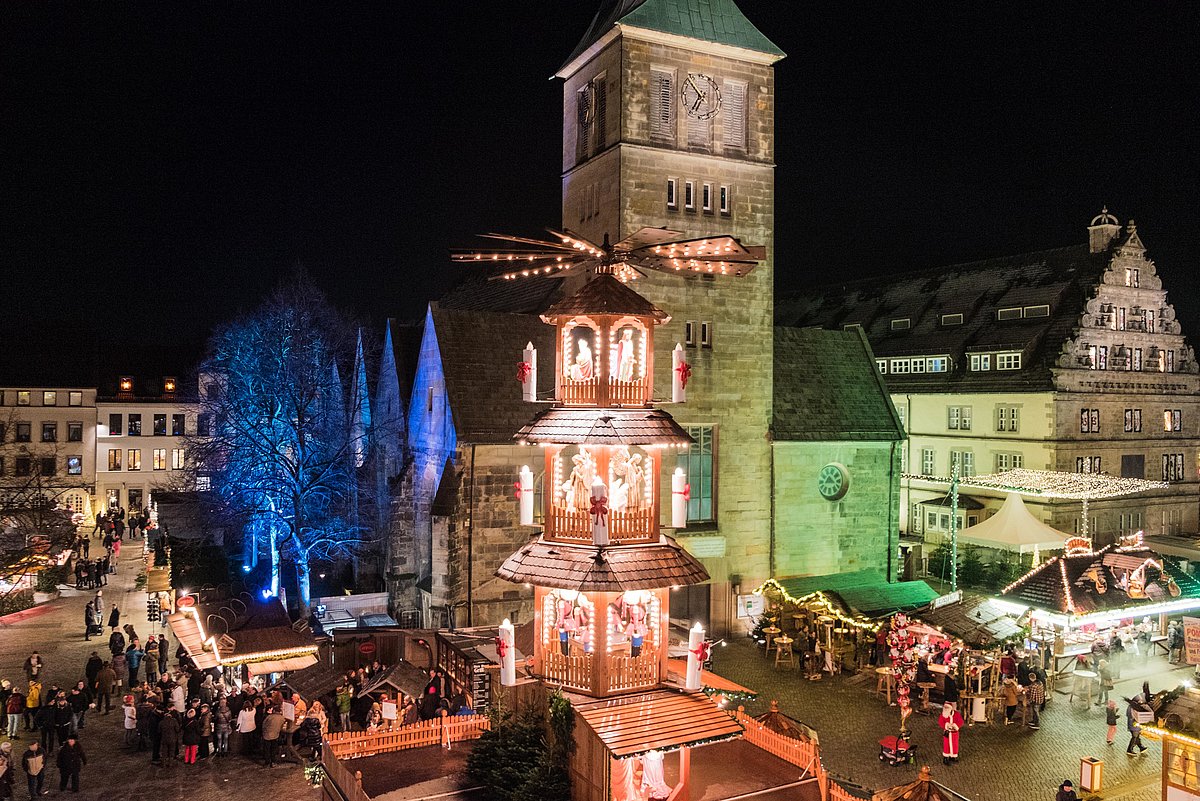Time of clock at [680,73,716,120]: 6:52
